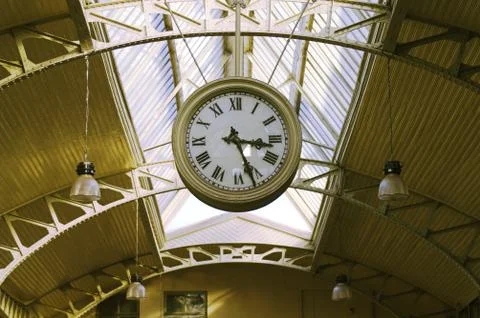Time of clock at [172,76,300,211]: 3:26
